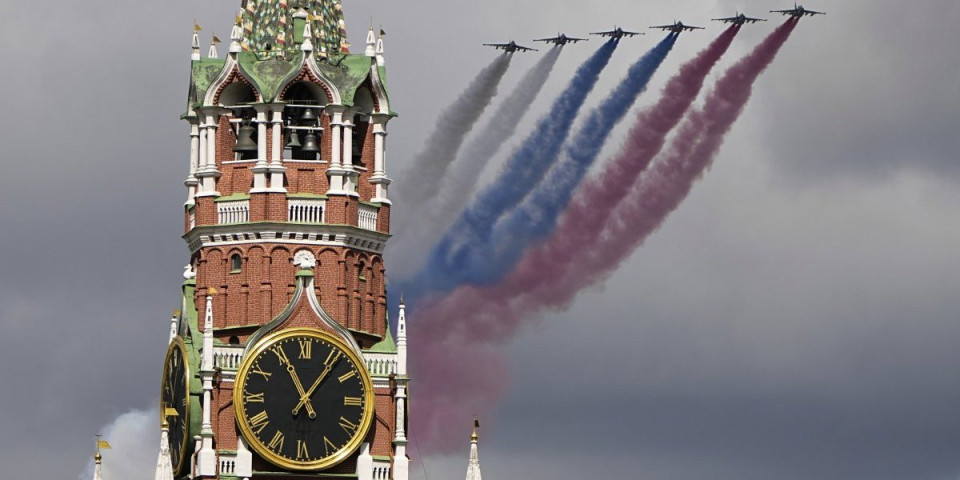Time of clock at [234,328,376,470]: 11:06
